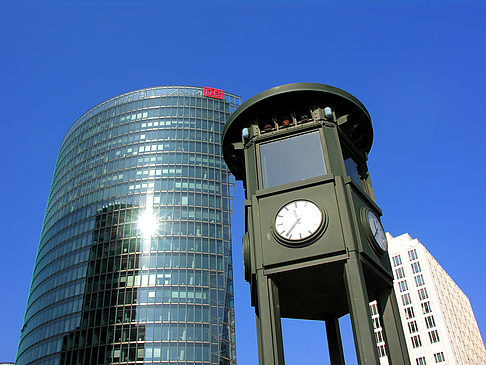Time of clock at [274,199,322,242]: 11:36
